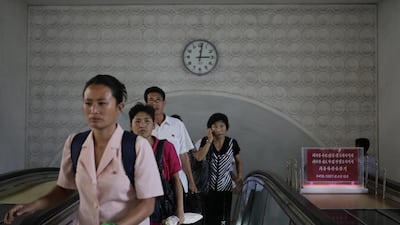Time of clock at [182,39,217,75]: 3:01
